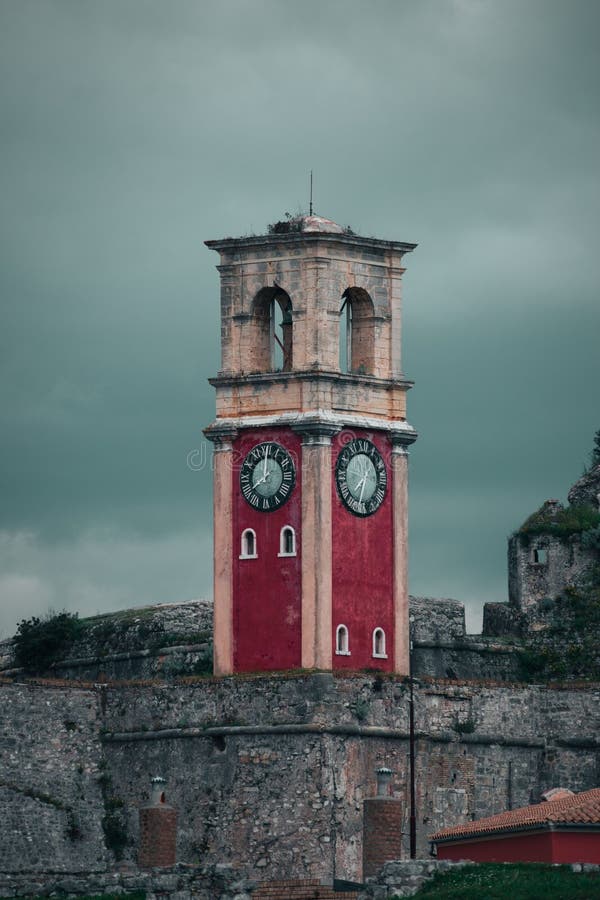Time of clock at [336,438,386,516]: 7:32
